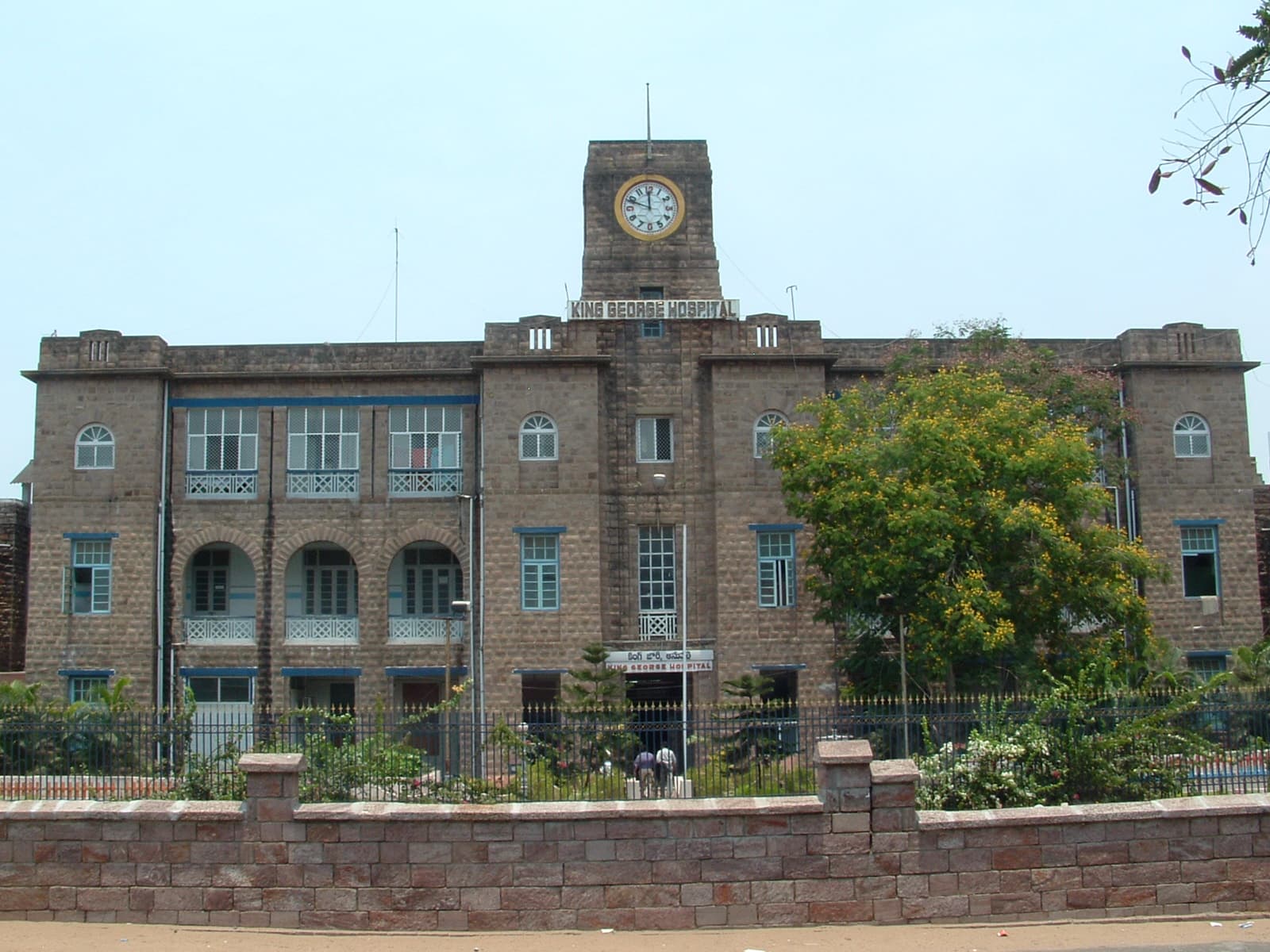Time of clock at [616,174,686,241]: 11:48
